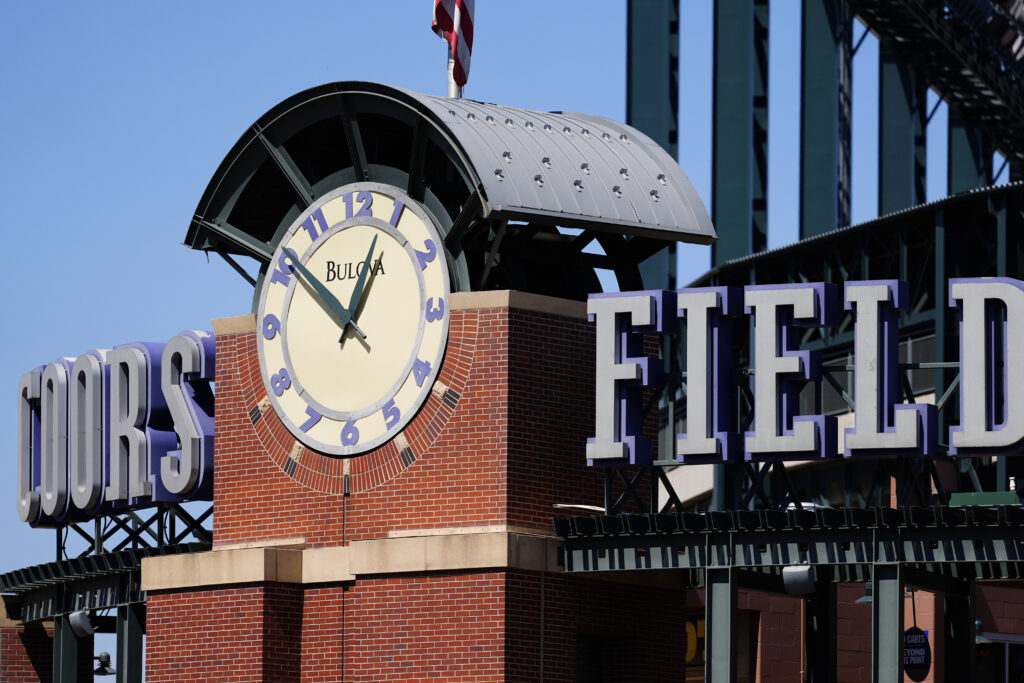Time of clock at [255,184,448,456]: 12:51
